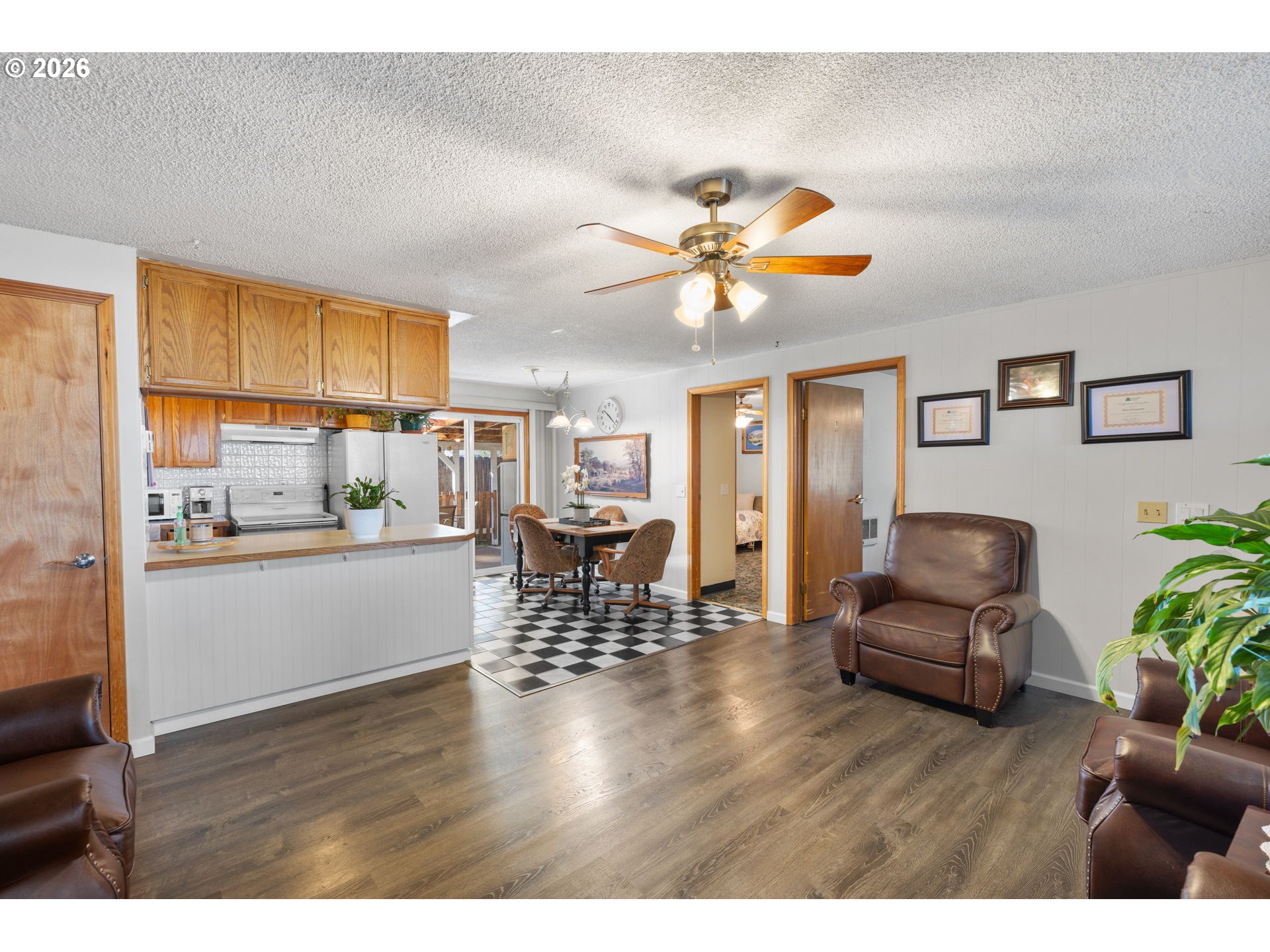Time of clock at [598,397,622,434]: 10:22
